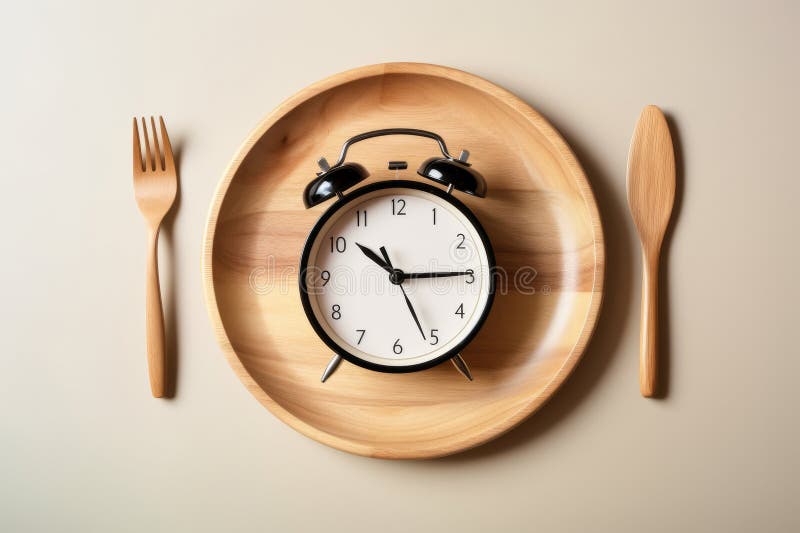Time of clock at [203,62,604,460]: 10:14
